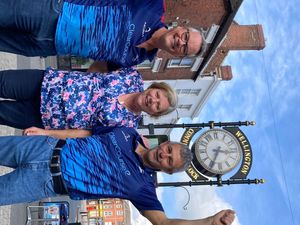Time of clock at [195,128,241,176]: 3:34
